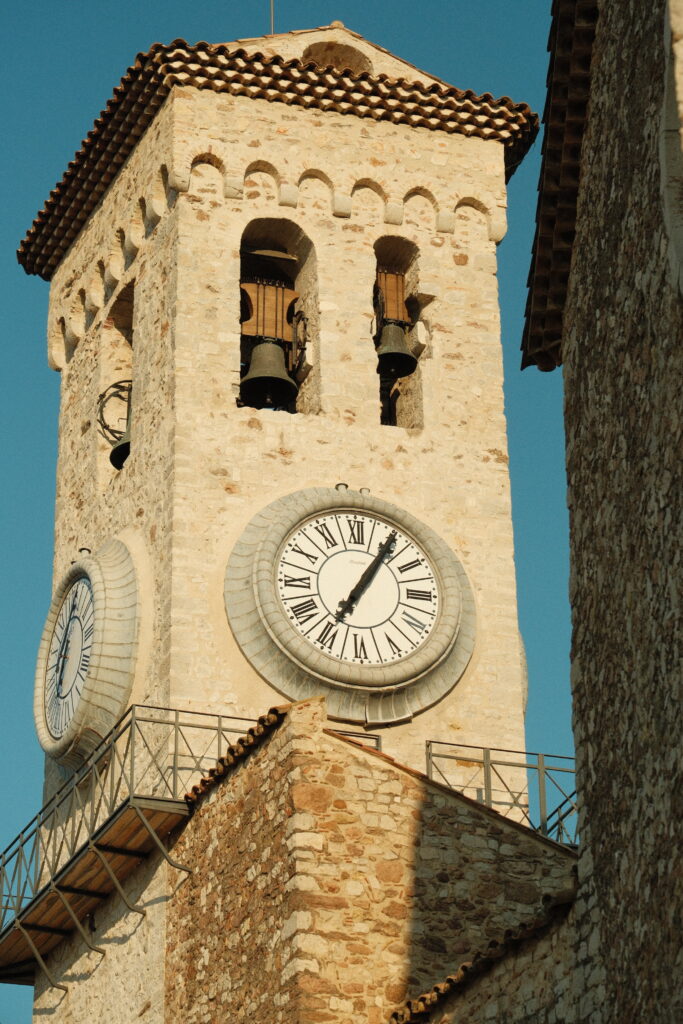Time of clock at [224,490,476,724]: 1:05
